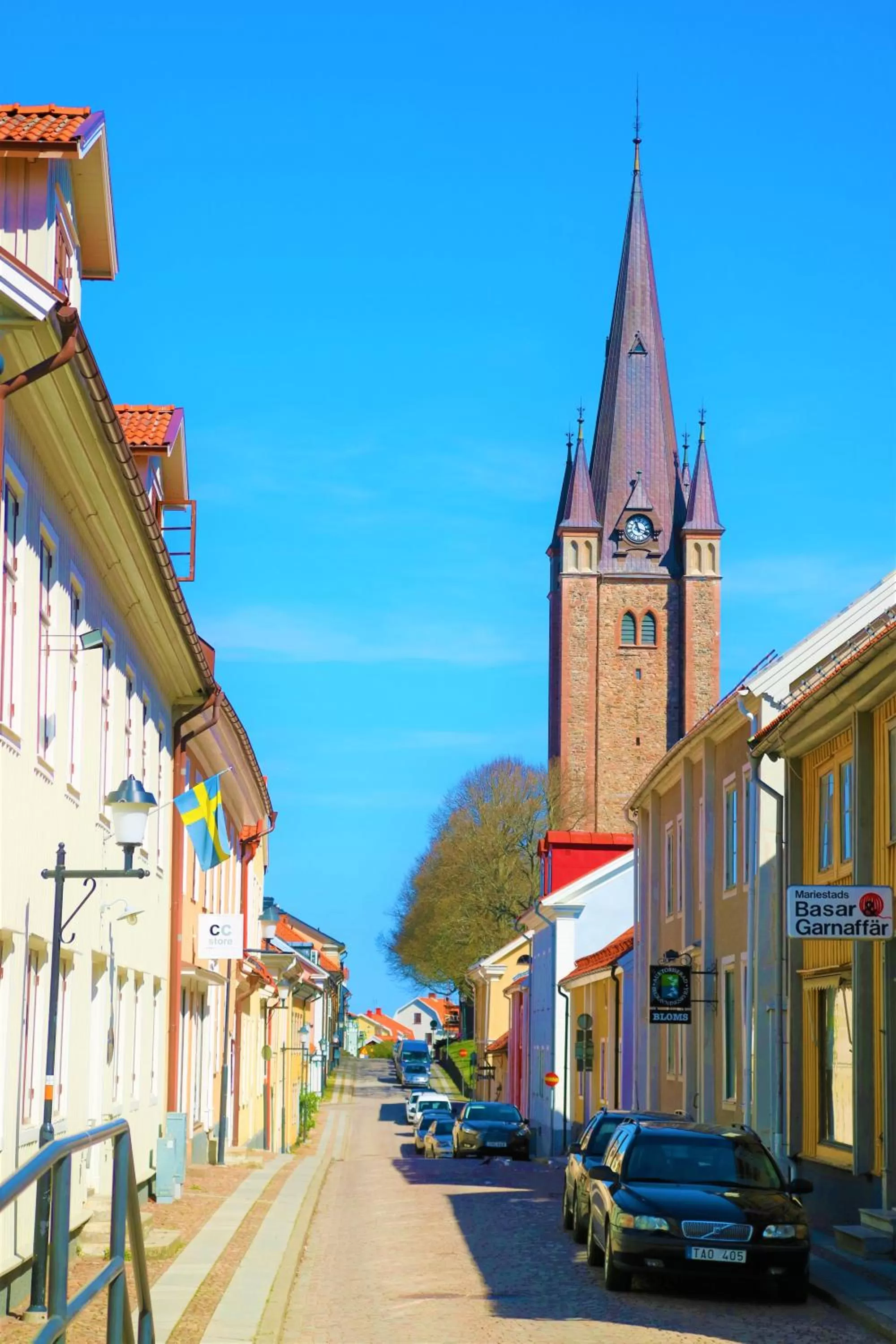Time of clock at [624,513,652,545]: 11:17
